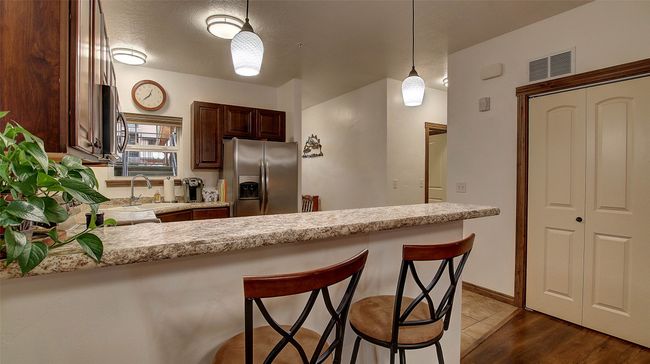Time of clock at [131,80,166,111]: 12:37
